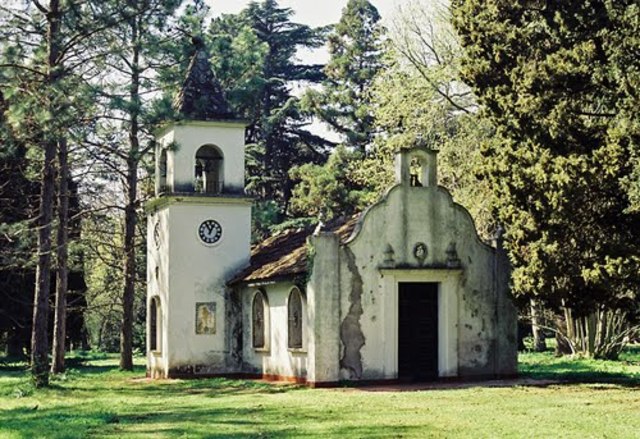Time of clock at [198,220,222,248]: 12:55
